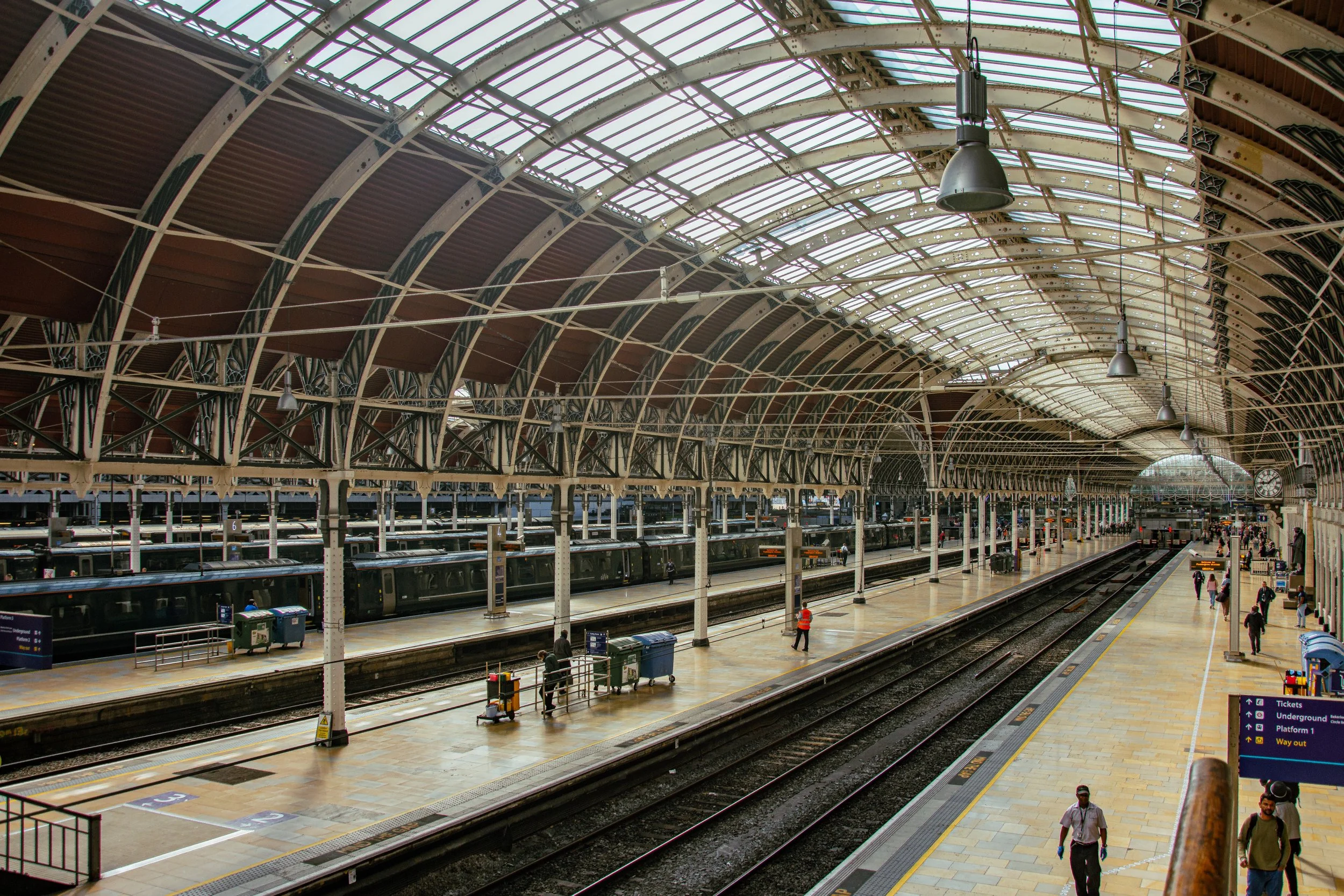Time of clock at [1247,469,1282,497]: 9:08
